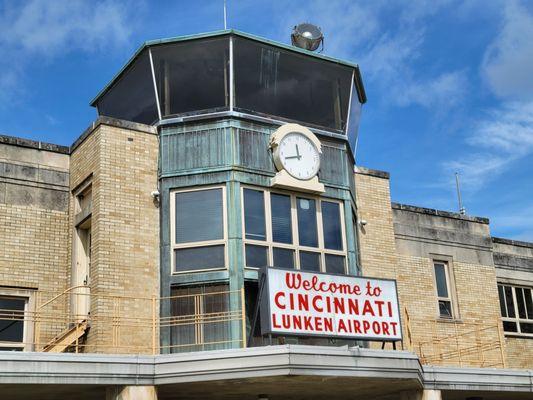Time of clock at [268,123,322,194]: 11:42
